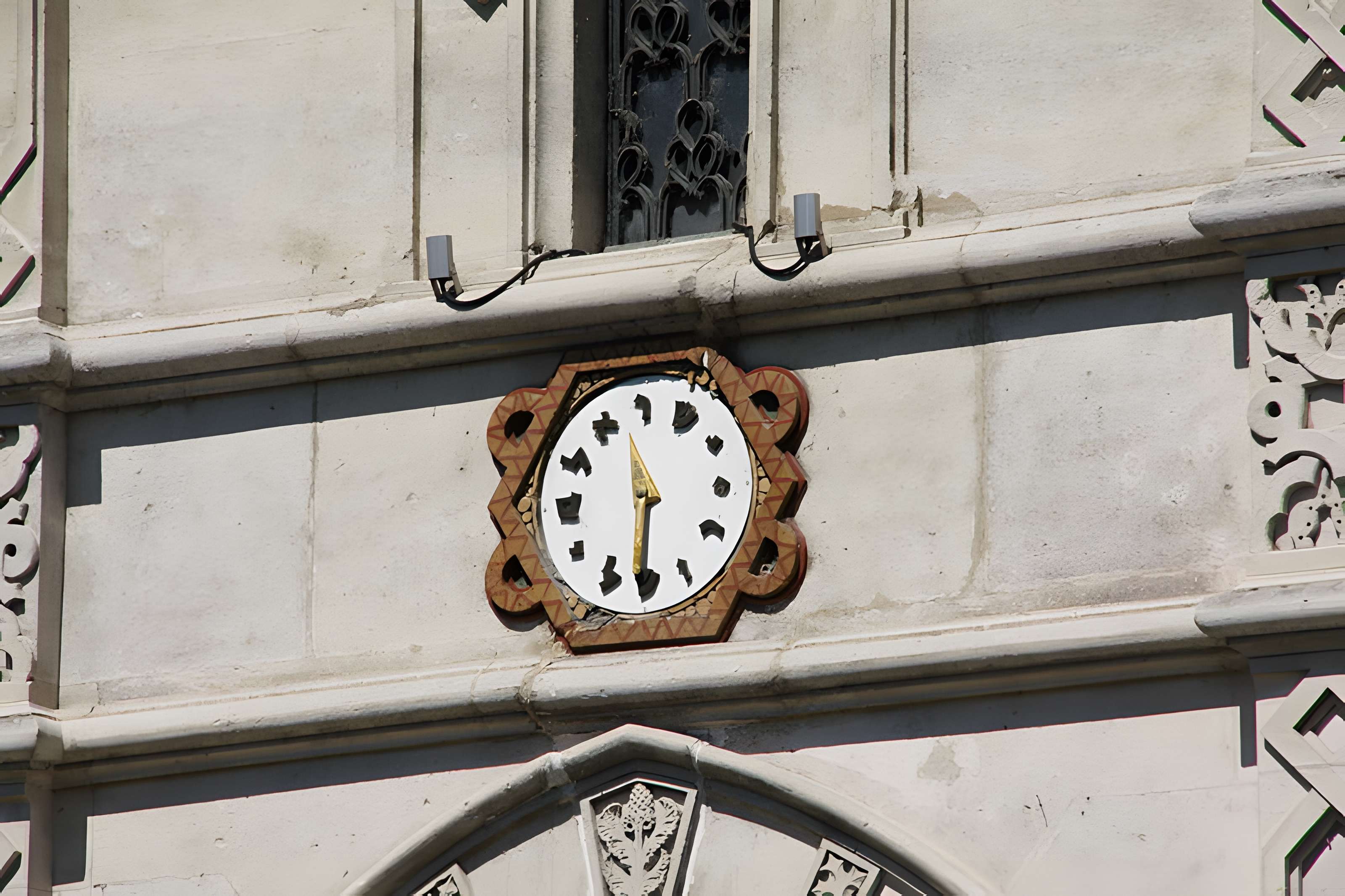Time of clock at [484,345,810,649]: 11:30
